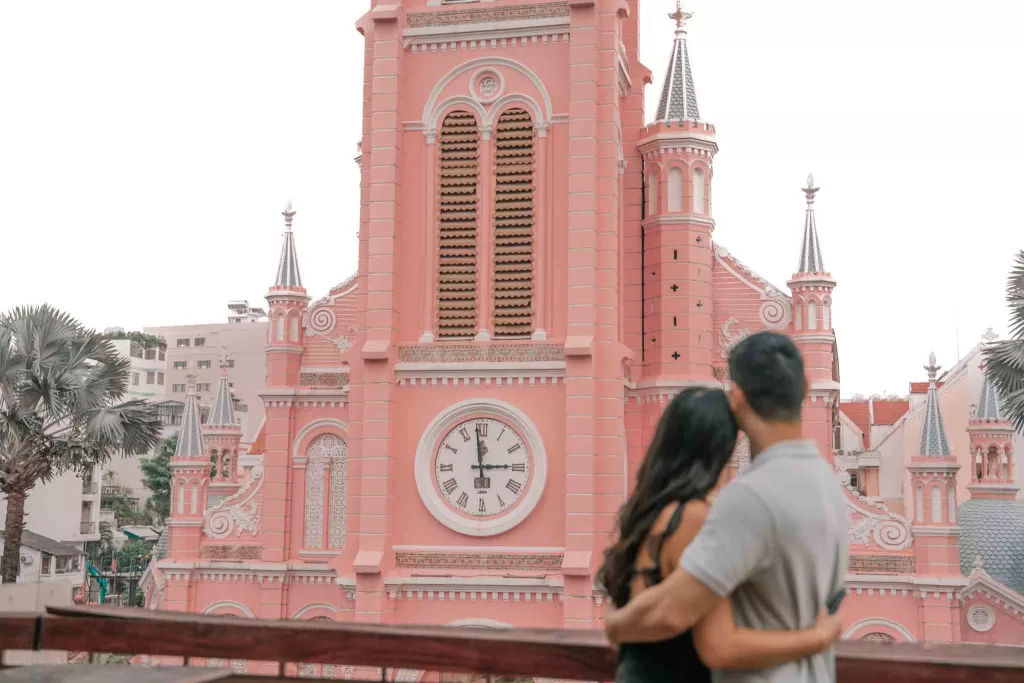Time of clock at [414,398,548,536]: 2:58
